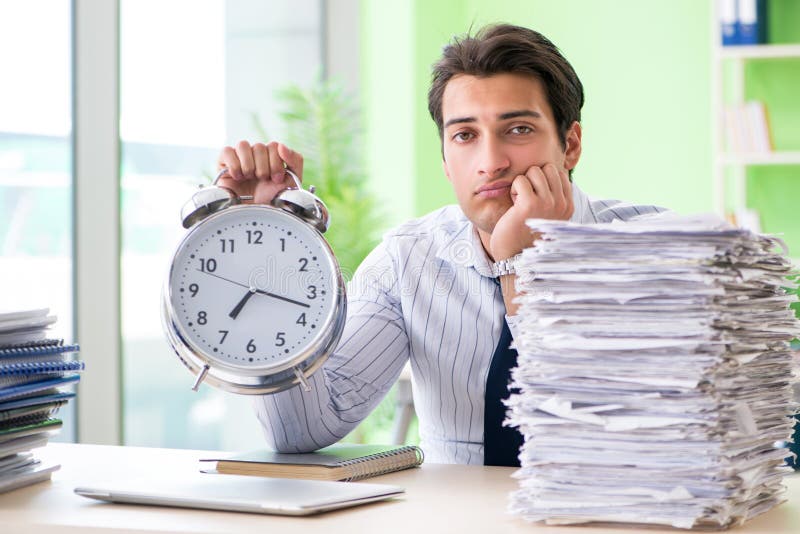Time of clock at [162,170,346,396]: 7:17
